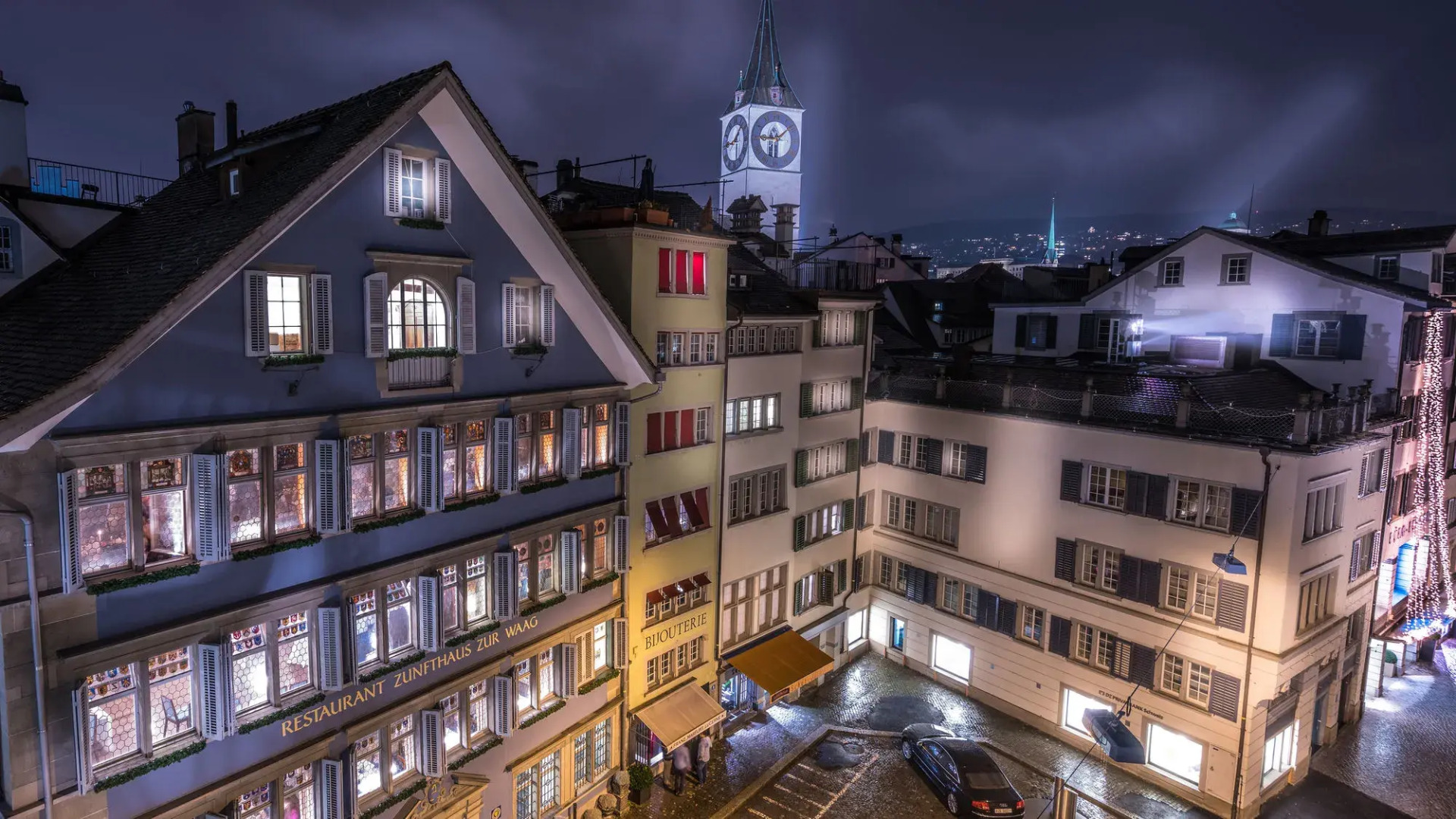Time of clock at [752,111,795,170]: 9:08
